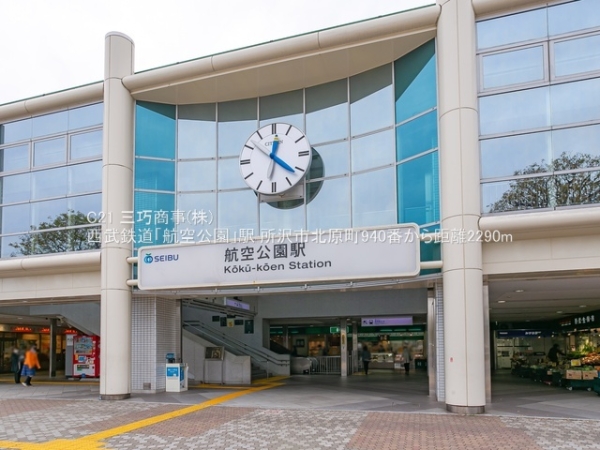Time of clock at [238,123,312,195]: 12:21
